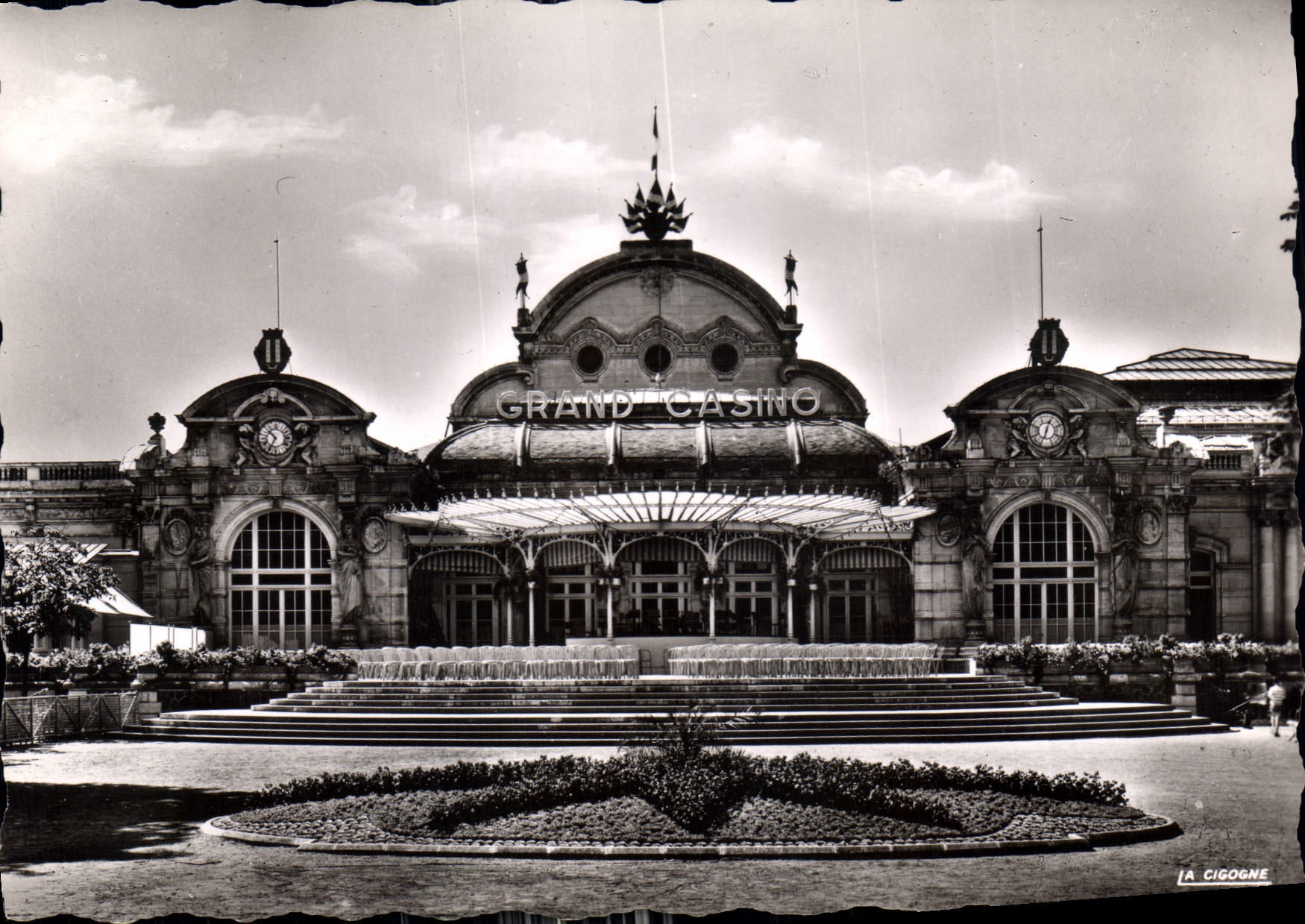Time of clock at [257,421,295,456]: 10:34
